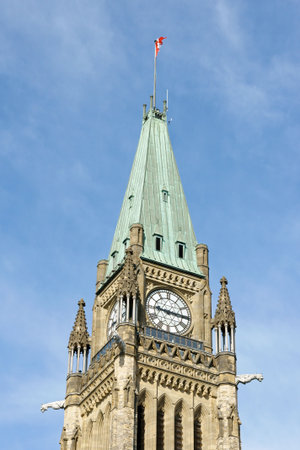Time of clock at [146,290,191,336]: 9:15
